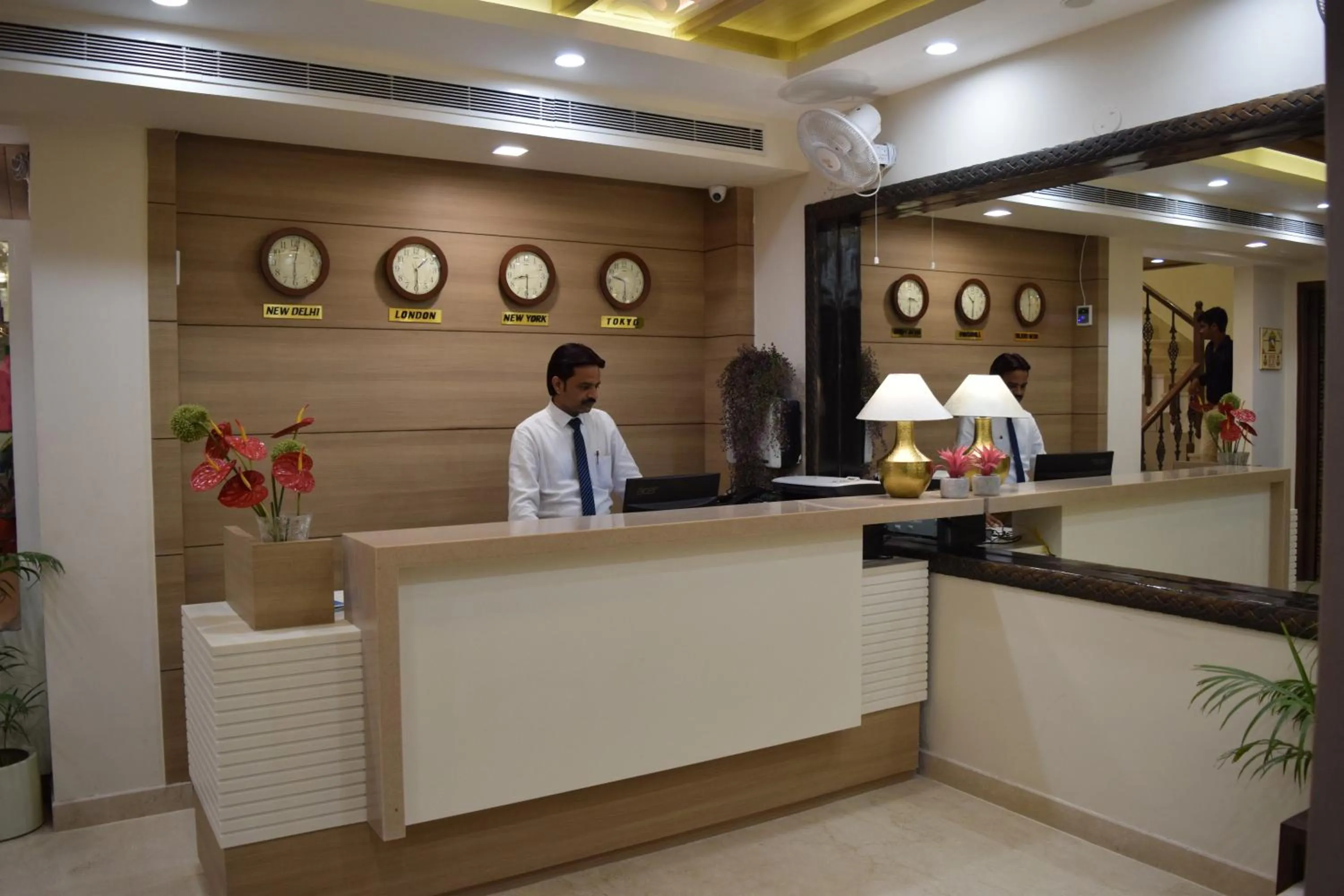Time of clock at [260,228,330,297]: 6:02
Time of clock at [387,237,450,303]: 1:29
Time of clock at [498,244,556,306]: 8:29
